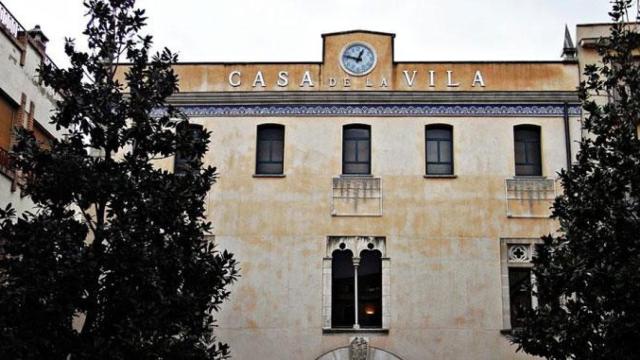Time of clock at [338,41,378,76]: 12:47
